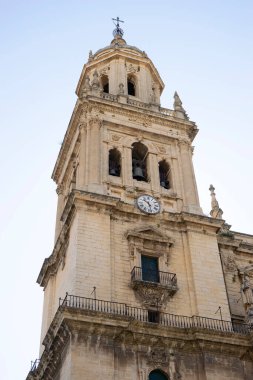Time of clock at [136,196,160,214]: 10:28
